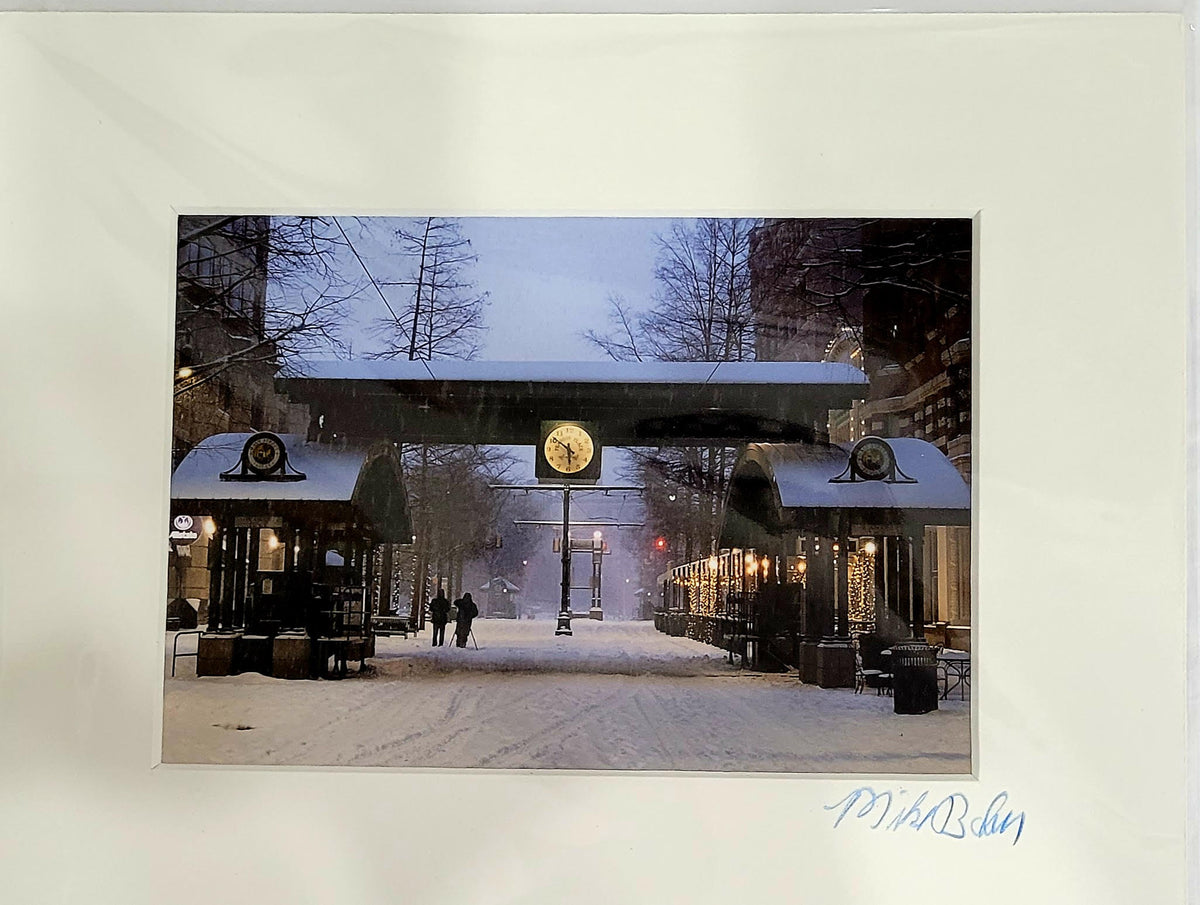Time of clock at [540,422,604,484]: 5:51
